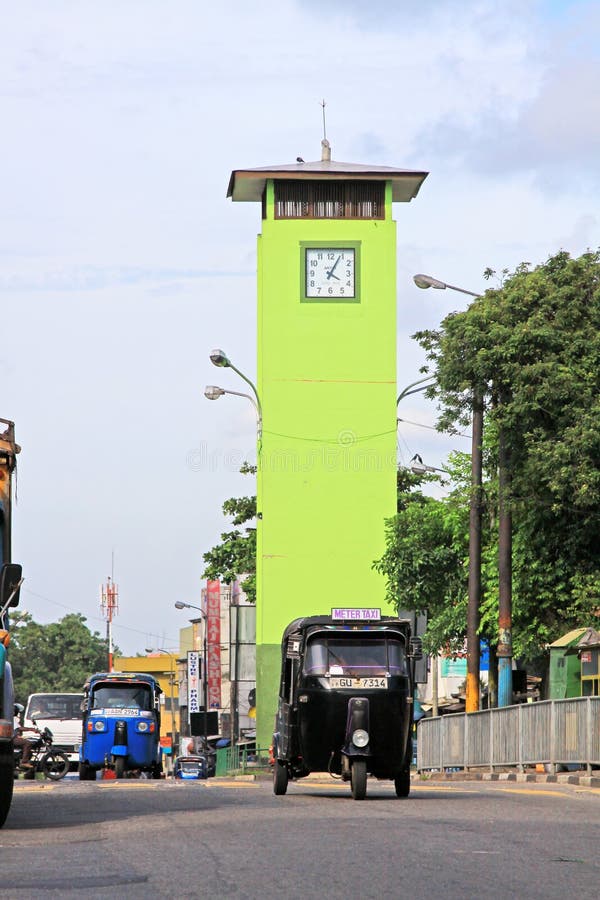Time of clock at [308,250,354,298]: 4:04
